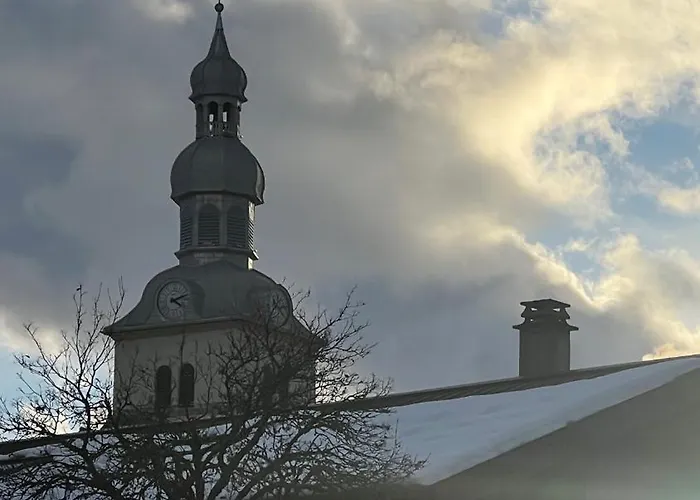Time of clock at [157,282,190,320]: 4:11
